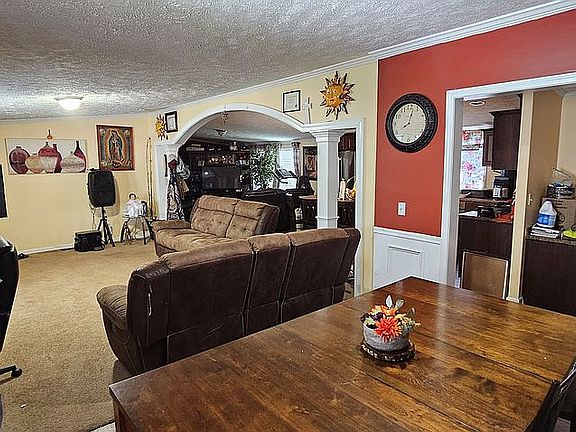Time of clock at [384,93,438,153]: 8:02
